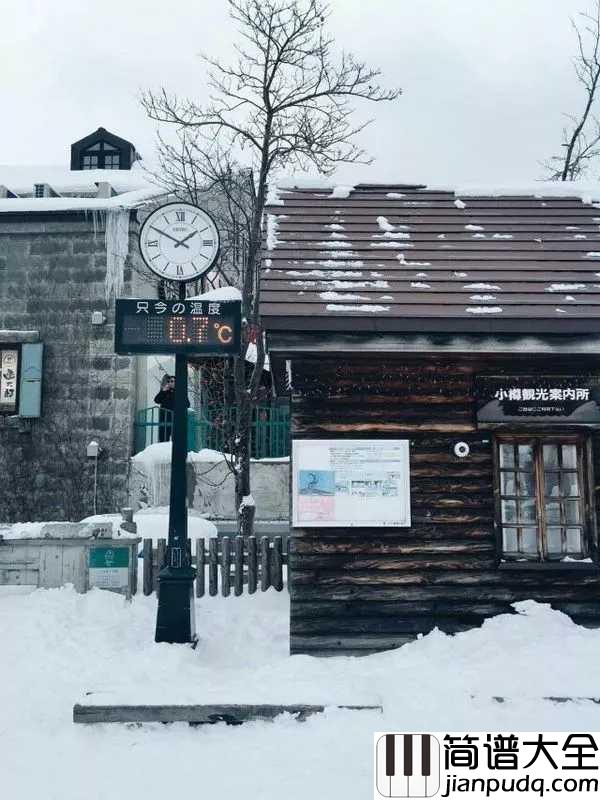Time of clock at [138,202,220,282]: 1:50
